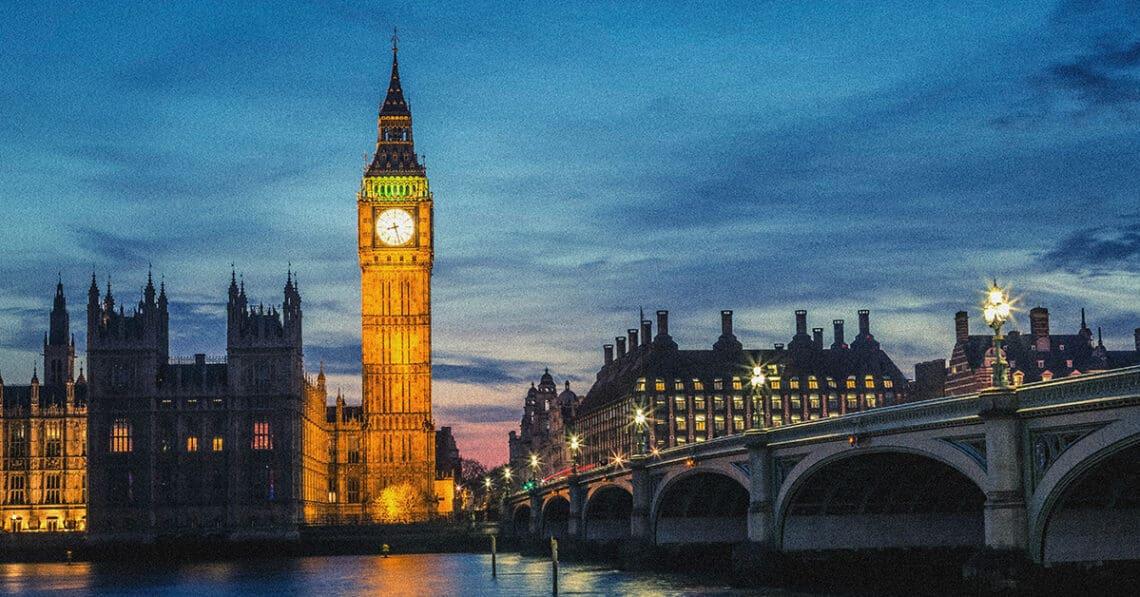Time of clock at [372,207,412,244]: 8:27
